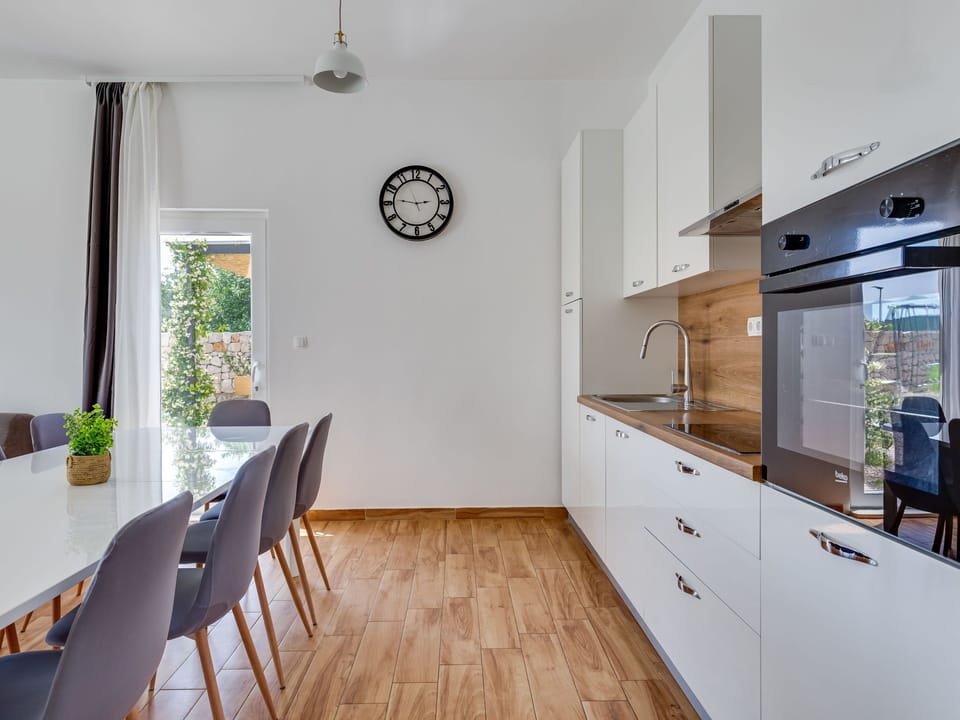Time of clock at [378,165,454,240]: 2:46
